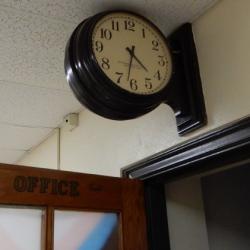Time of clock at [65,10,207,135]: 4:32
